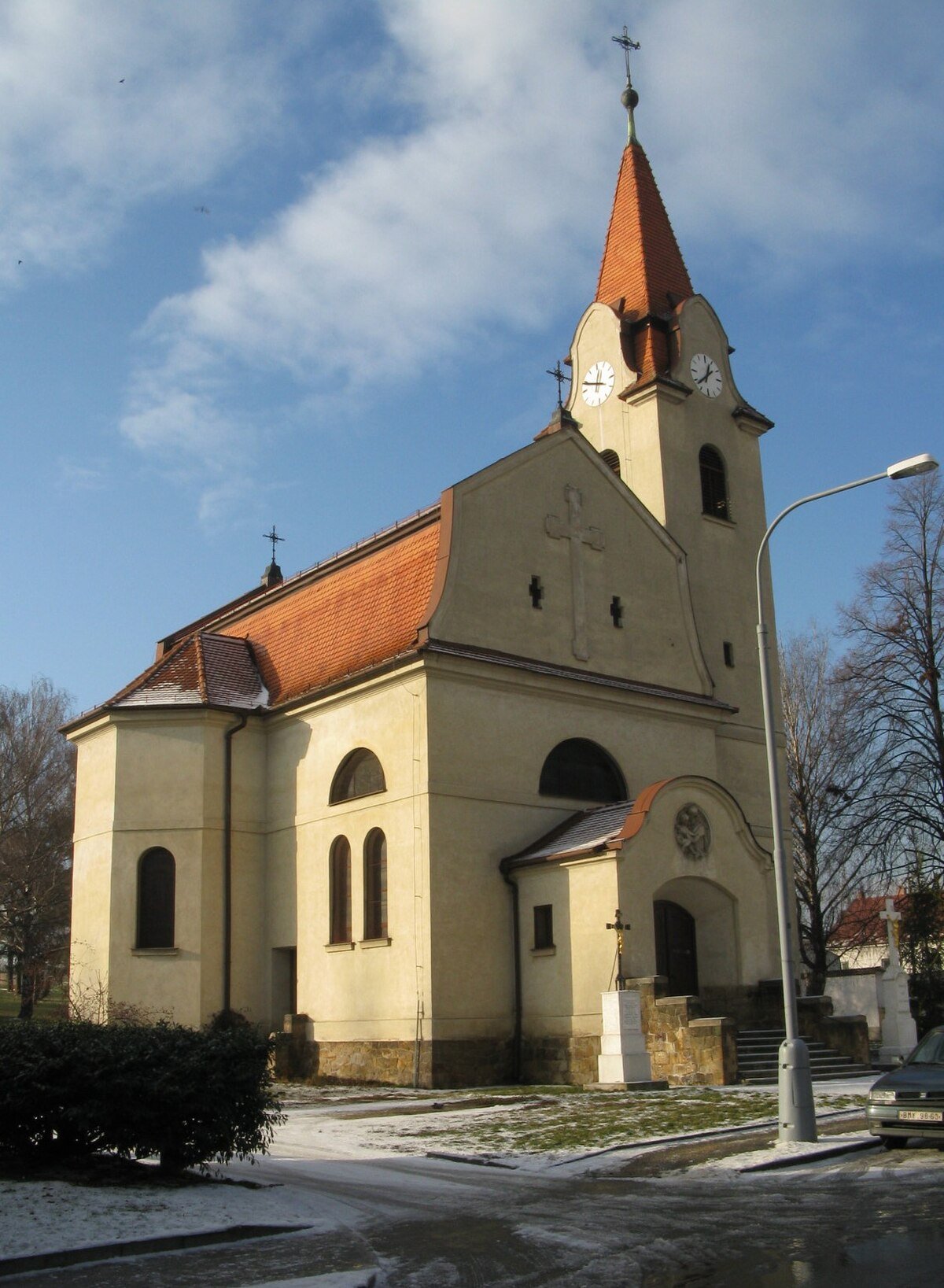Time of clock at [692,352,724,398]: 12:37
